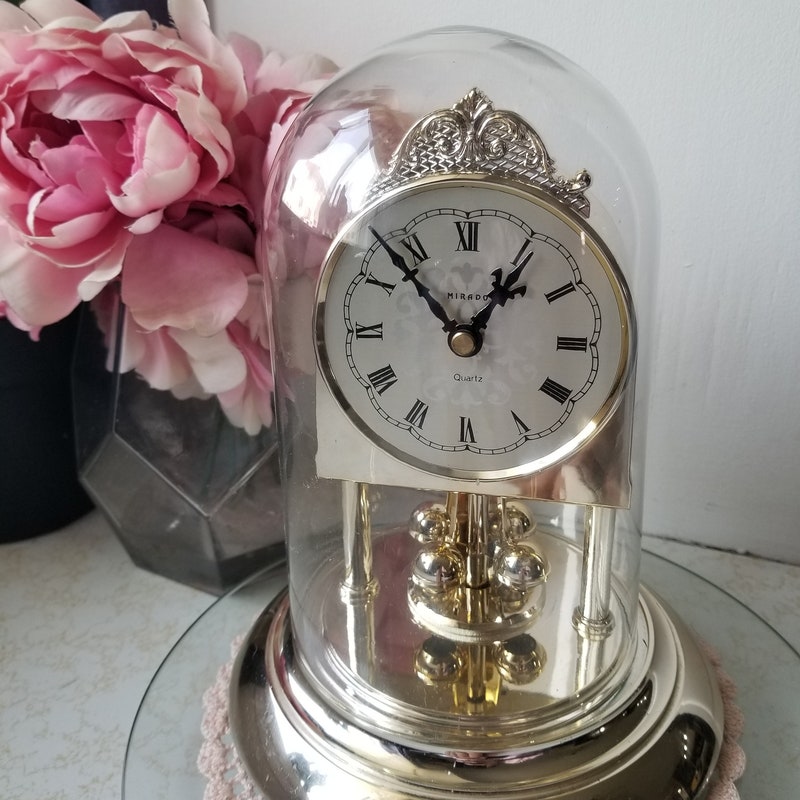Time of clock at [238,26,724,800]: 12:52
